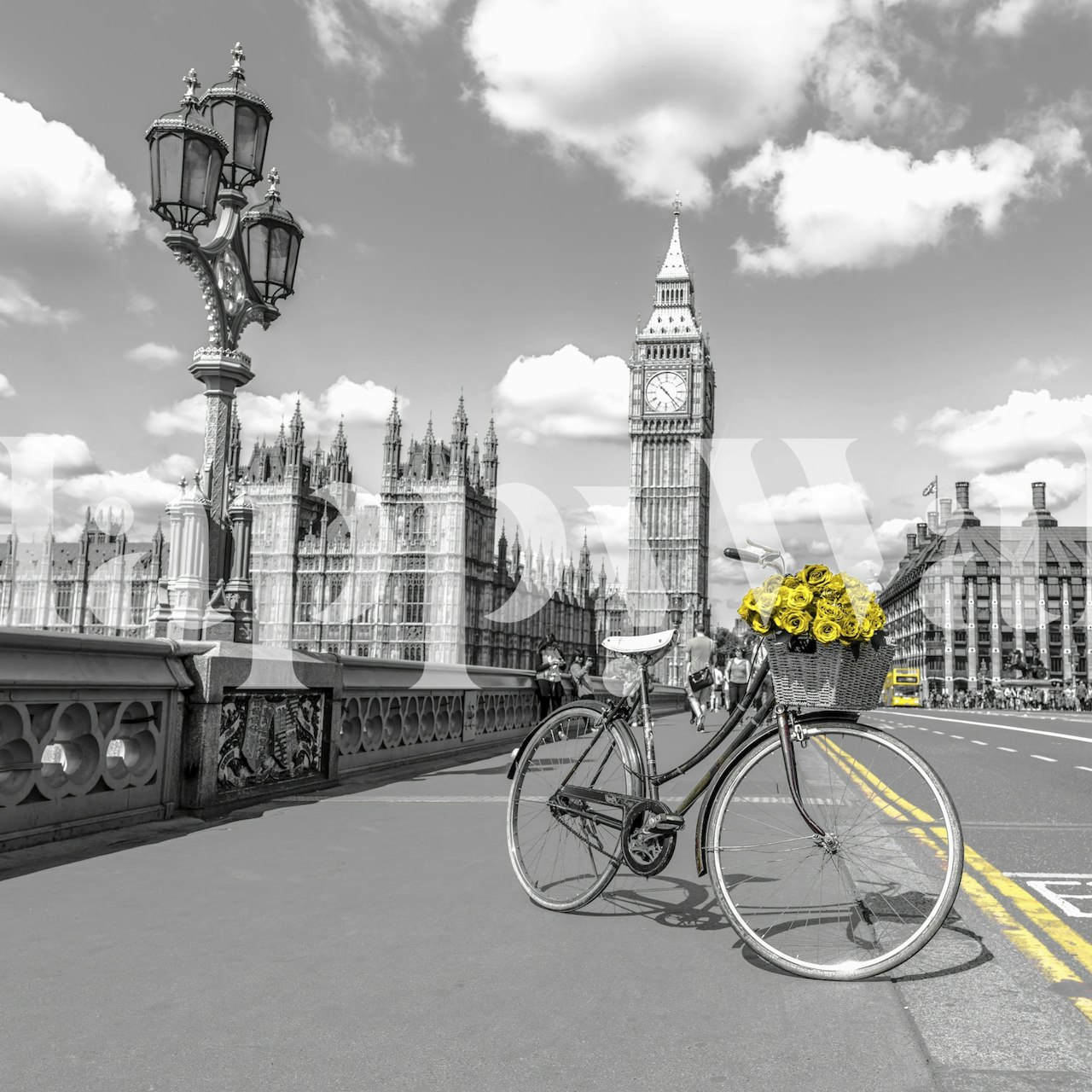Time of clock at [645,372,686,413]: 10:22
